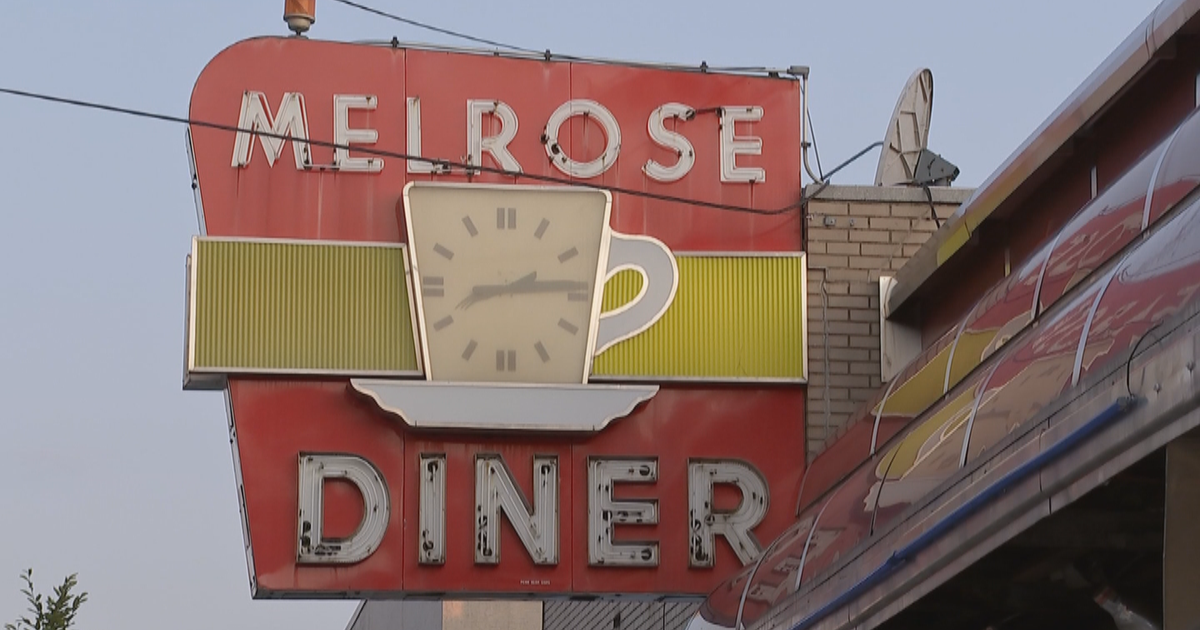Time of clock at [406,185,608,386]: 8:14
